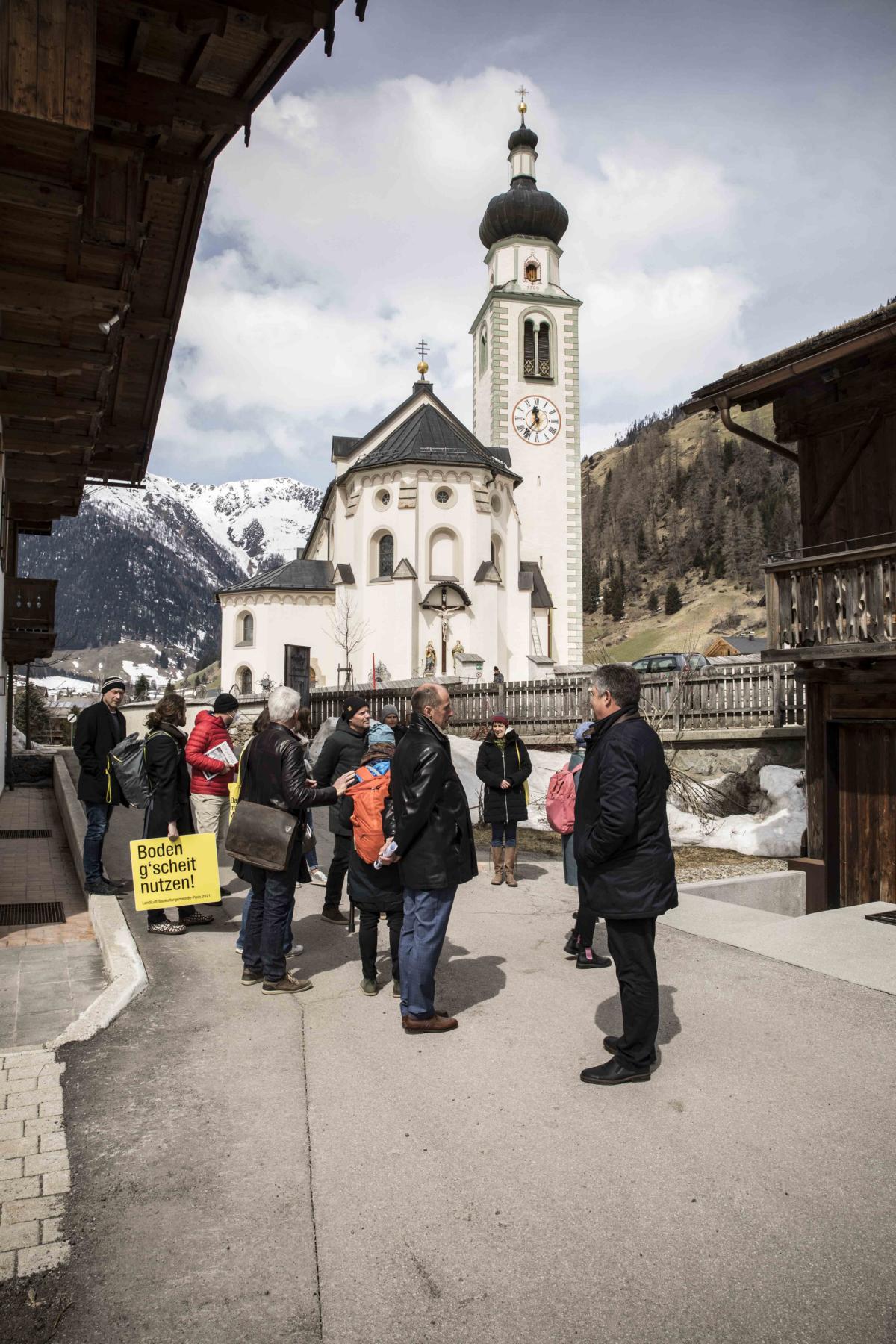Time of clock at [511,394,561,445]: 11:36
